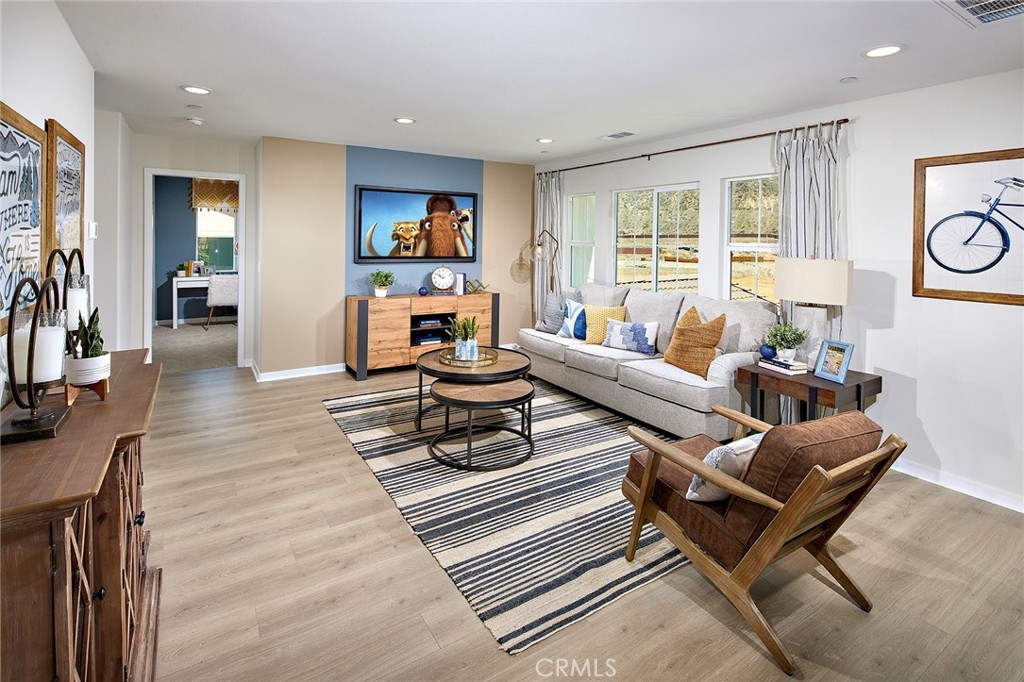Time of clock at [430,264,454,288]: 9:50
